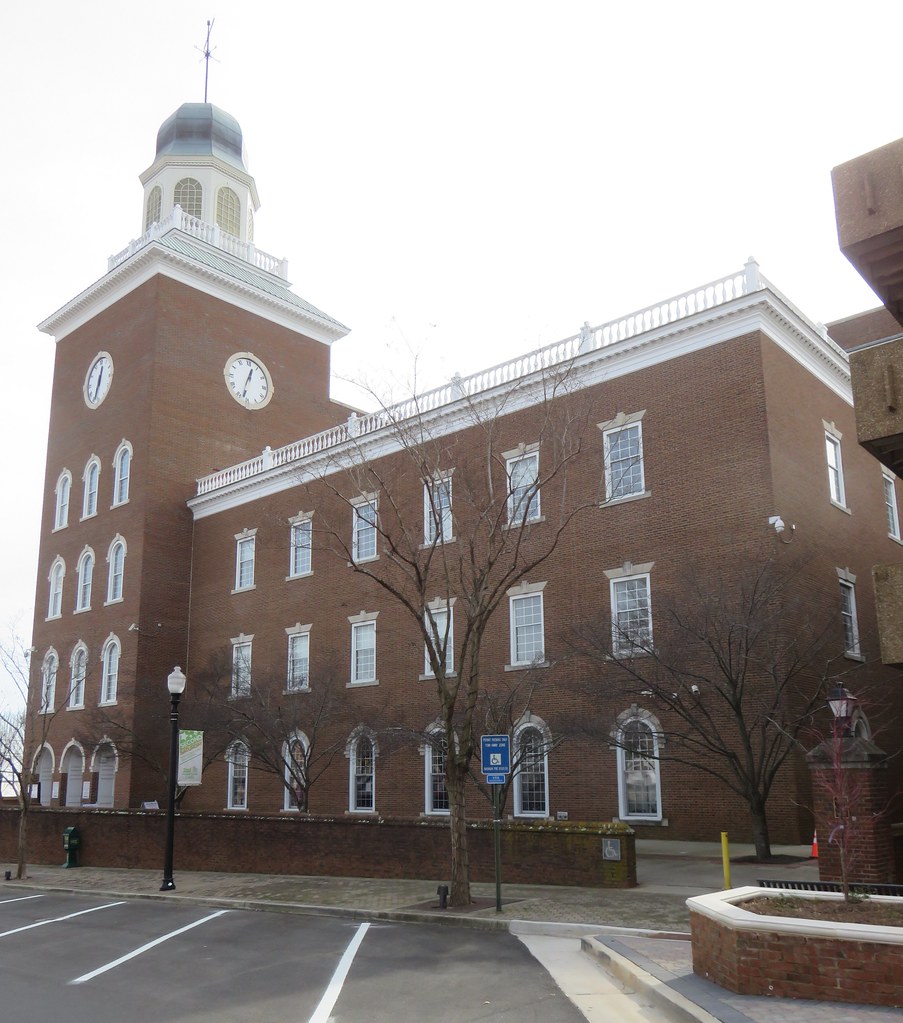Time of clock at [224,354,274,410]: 12:32
